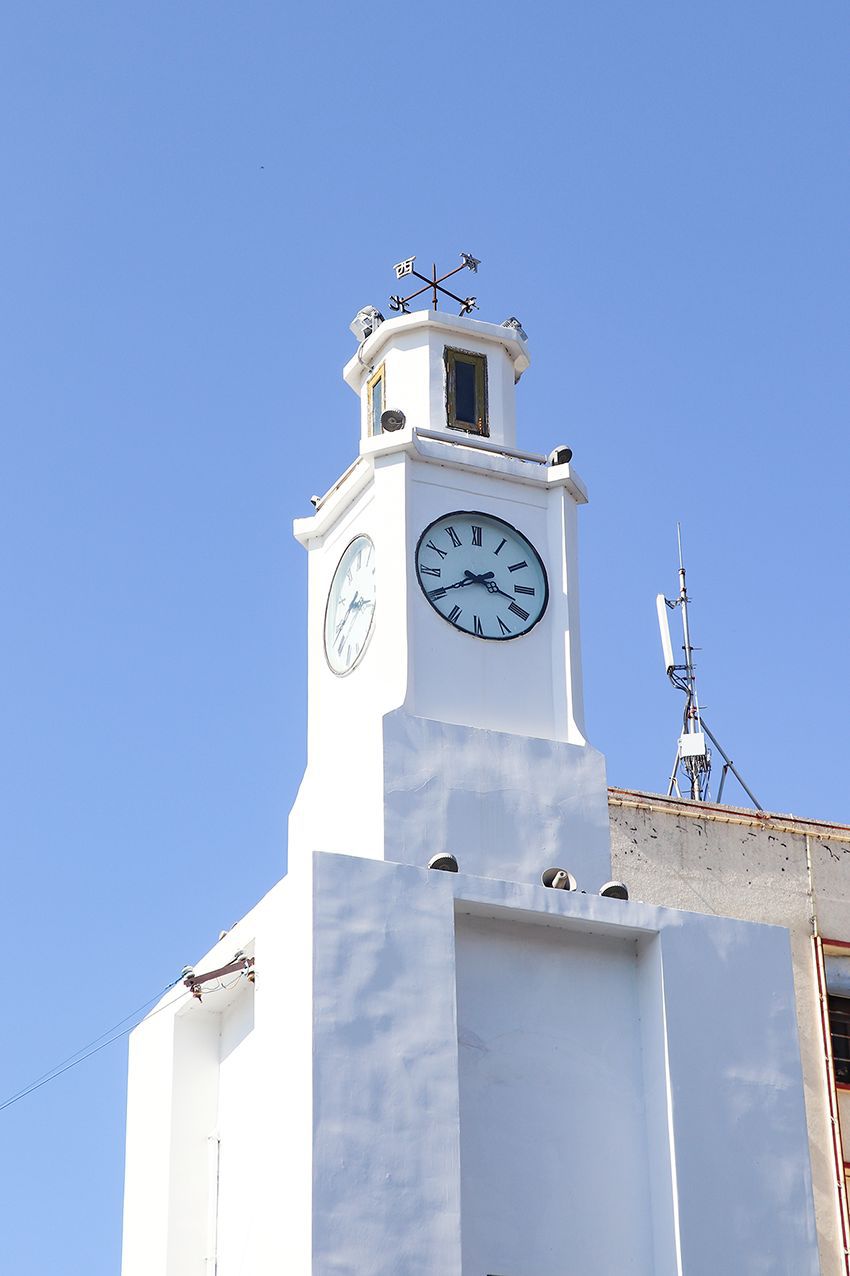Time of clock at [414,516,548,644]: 3:40
